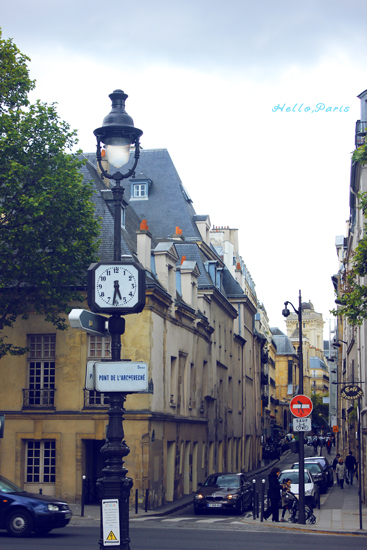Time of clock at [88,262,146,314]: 5:31
